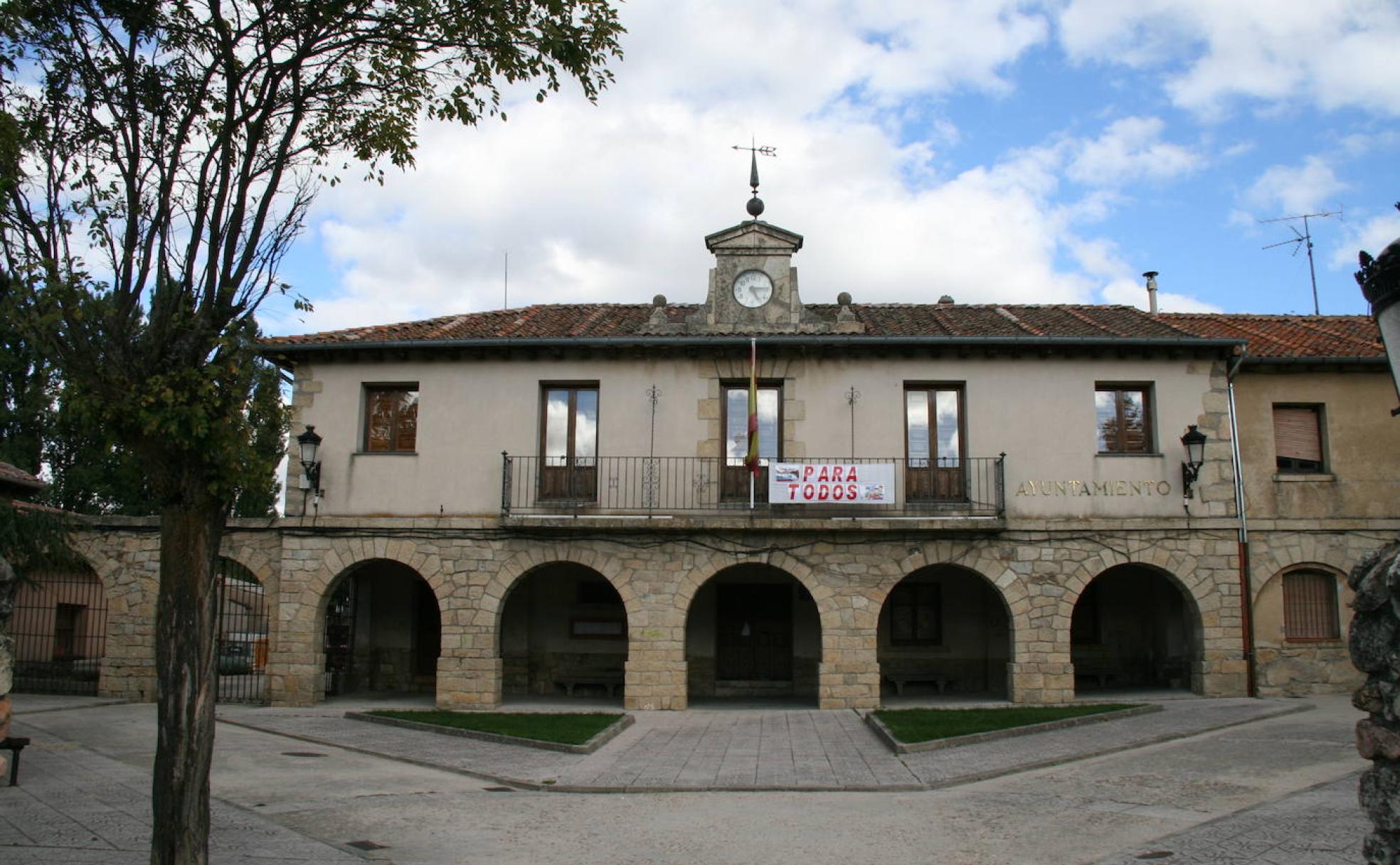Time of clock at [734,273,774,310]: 5:14
